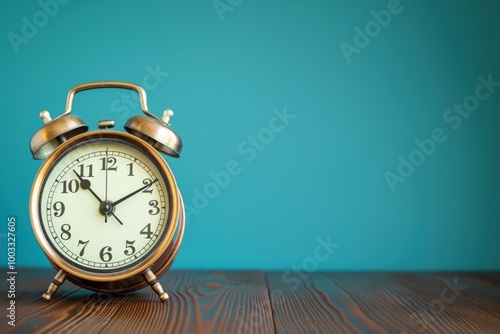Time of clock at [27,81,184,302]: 1:53
